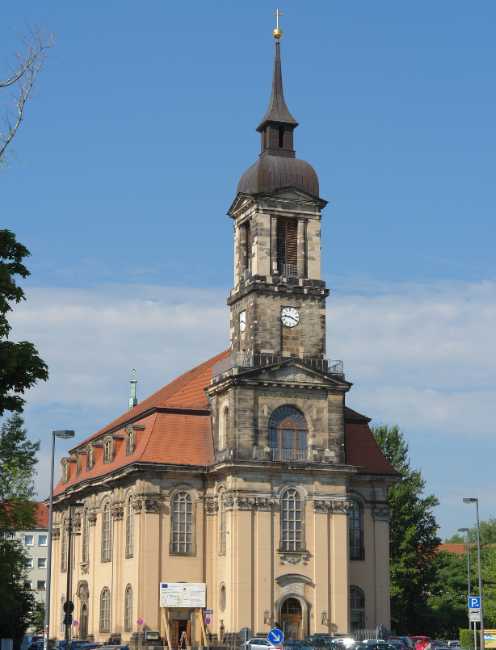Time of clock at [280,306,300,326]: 9:20
